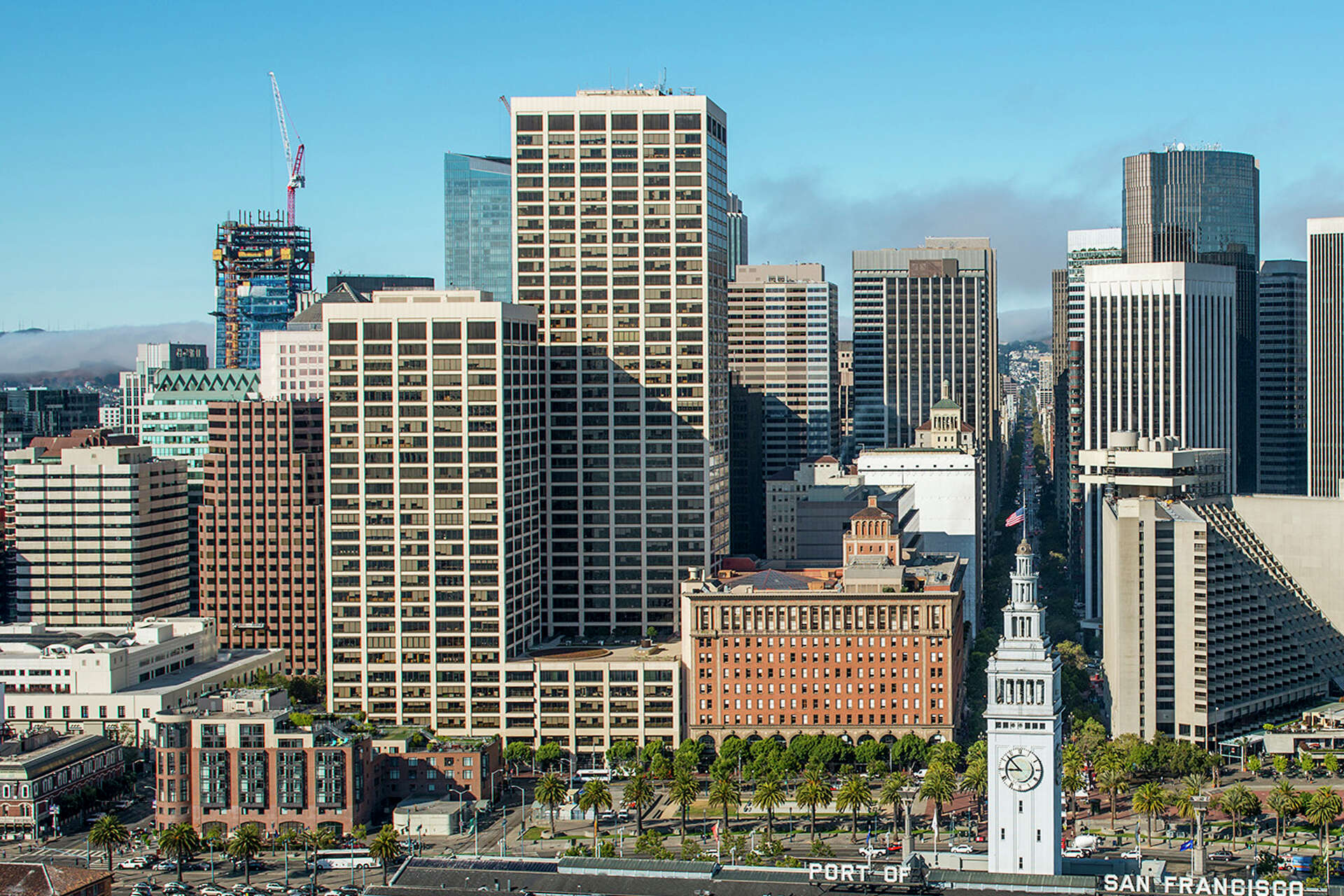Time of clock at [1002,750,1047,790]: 8:52
